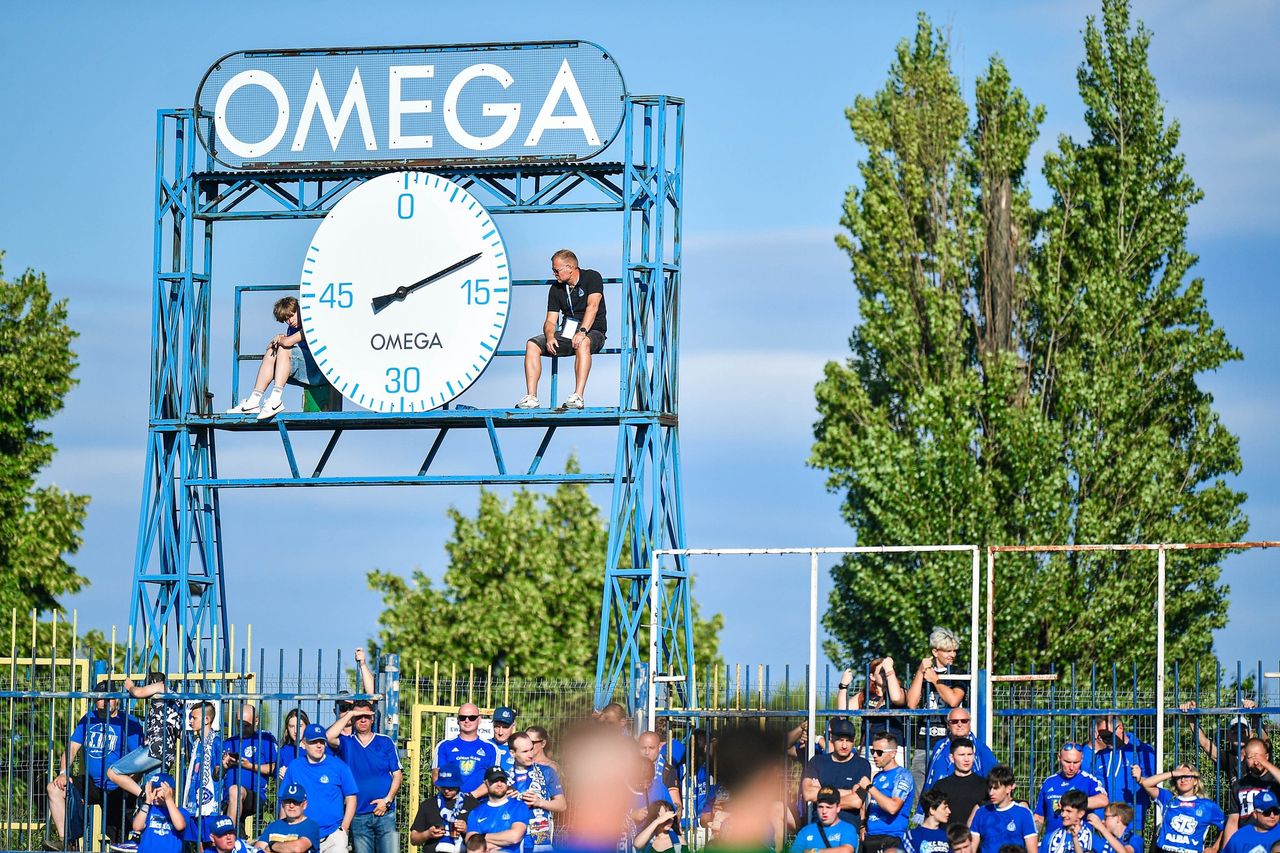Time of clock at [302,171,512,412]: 2:11
